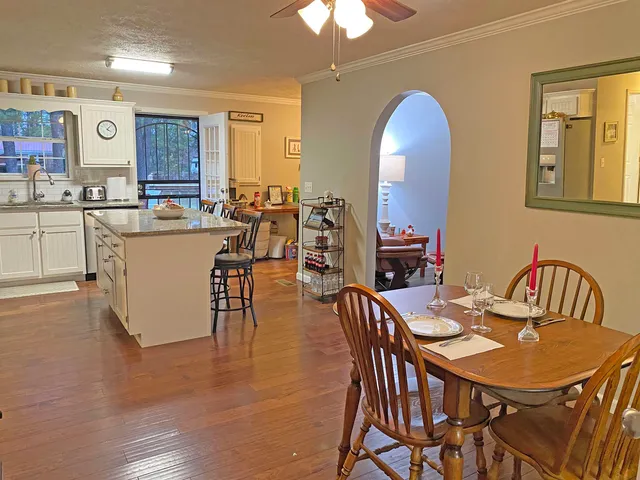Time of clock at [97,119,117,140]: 4:07
